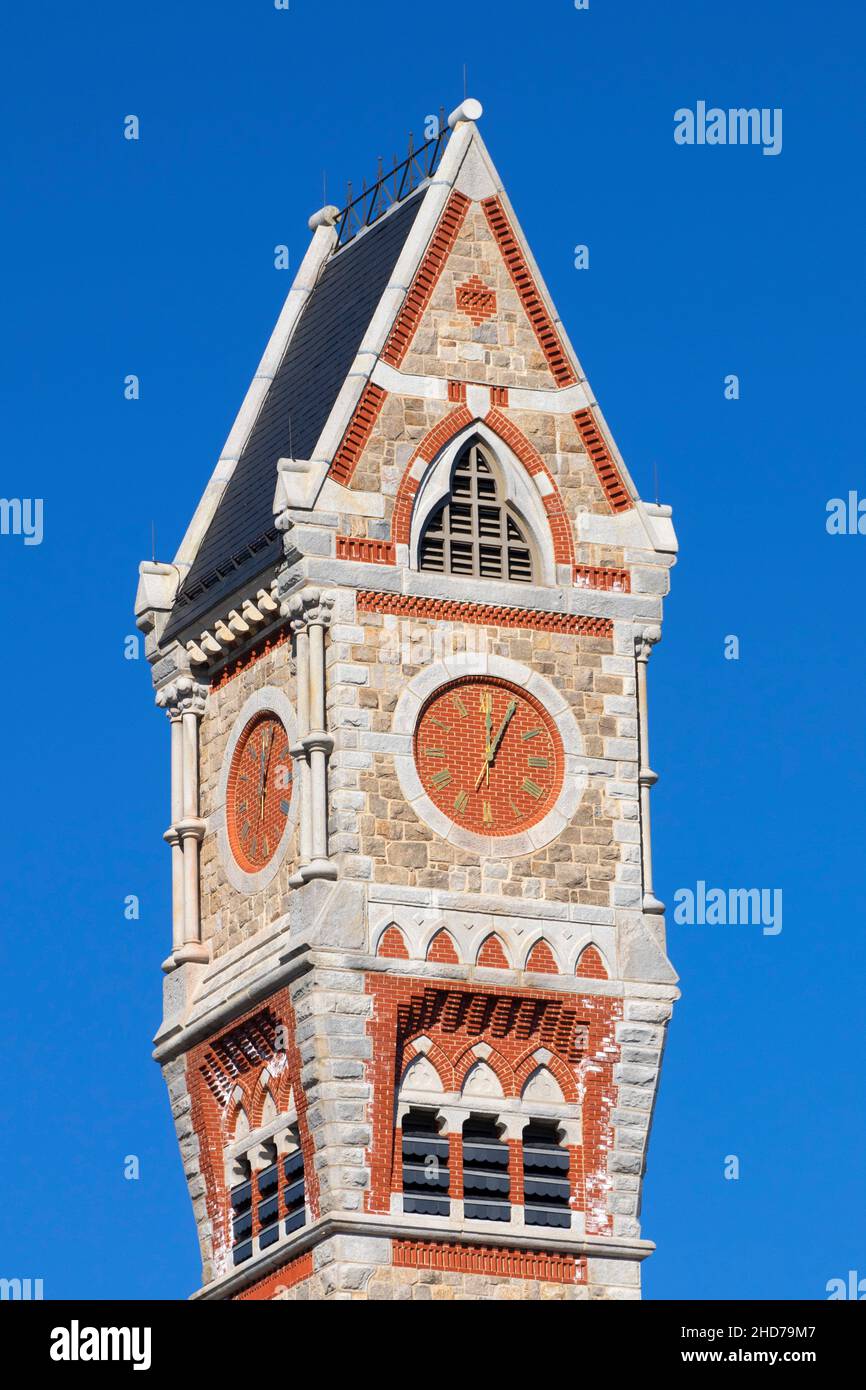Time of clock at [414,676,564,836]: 12:04
